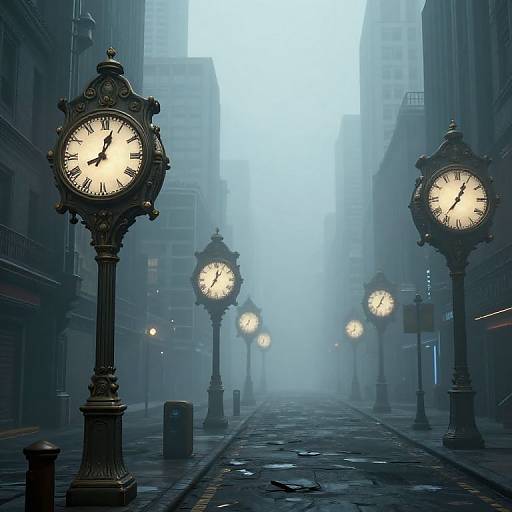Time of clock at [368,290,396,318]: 7:04
